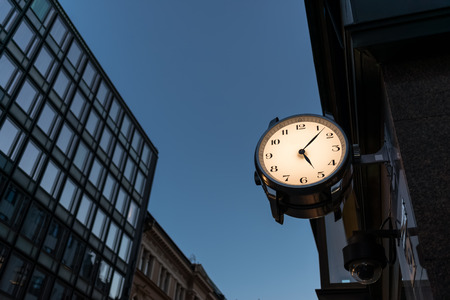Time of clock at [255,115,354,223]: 5:07
